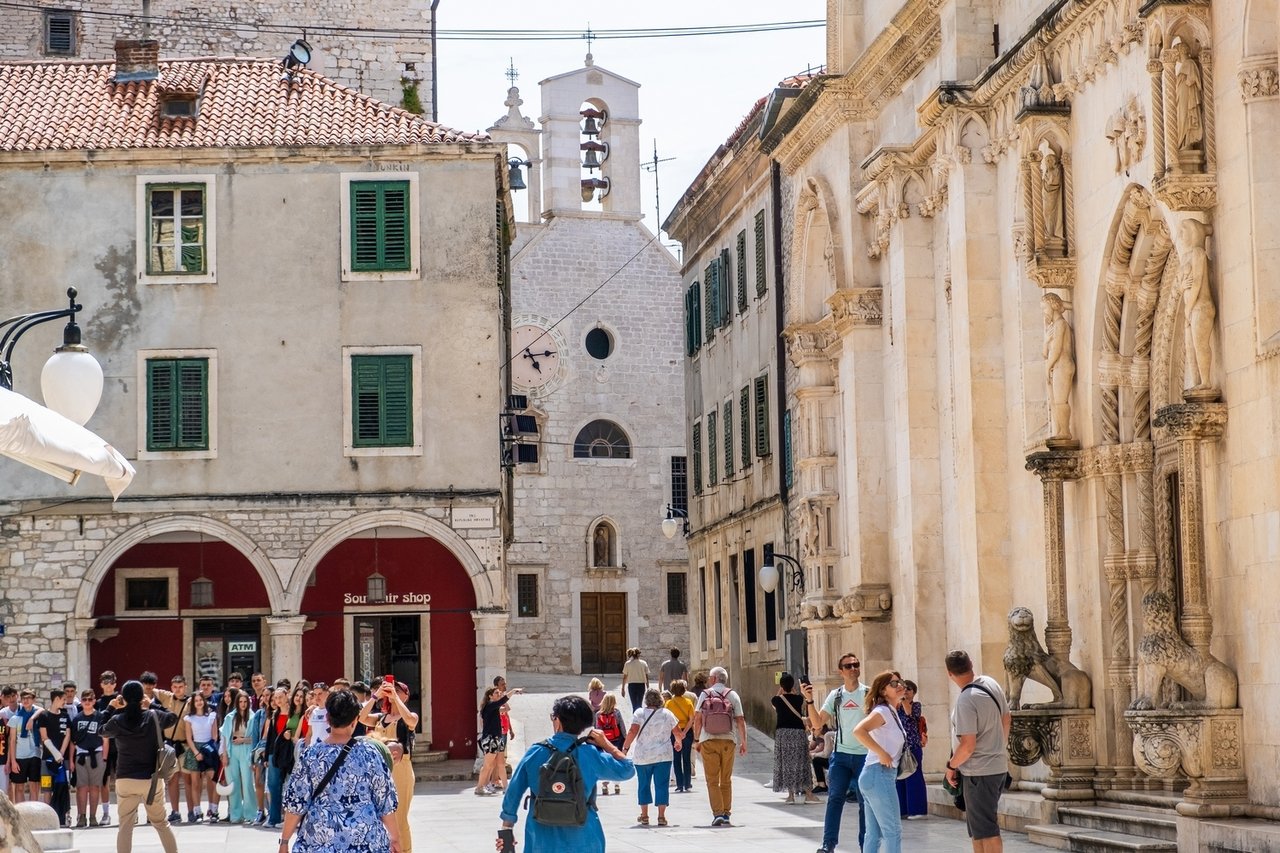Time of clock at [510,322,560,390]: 4:13
